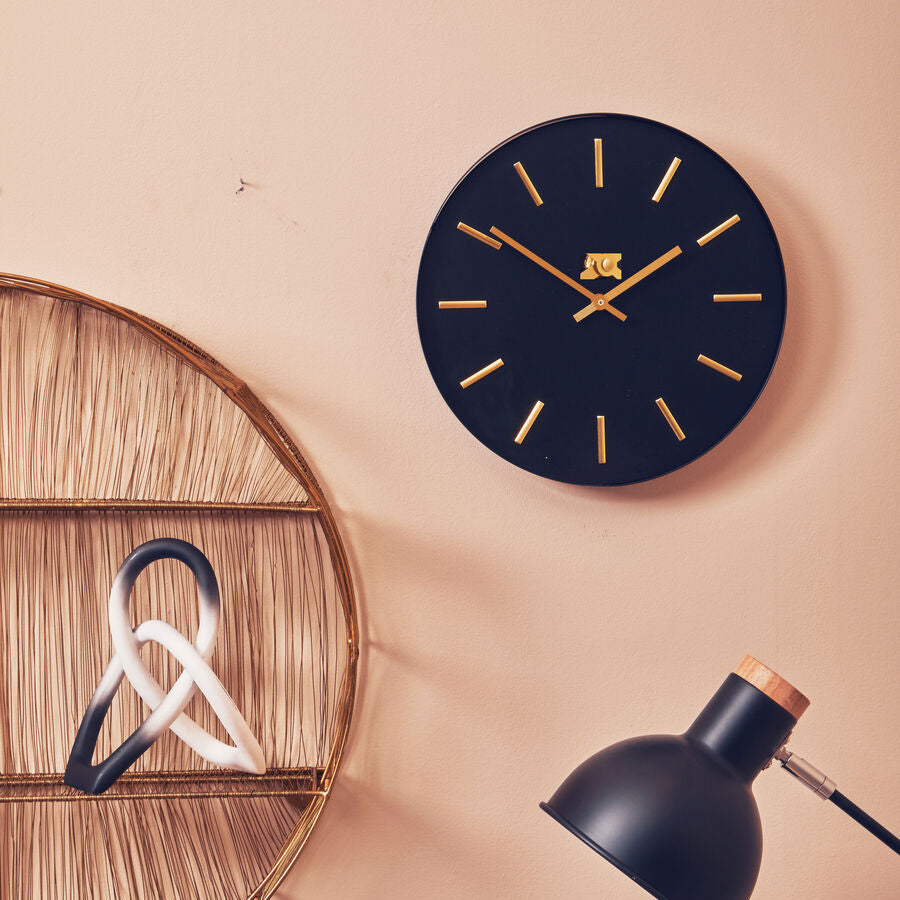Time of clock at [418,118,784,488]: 1:50
